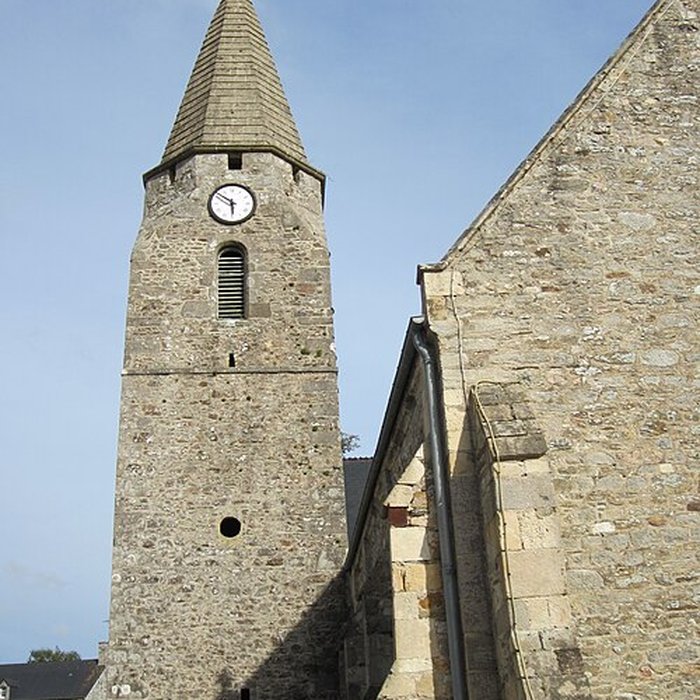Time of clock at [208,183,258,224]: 5:51
